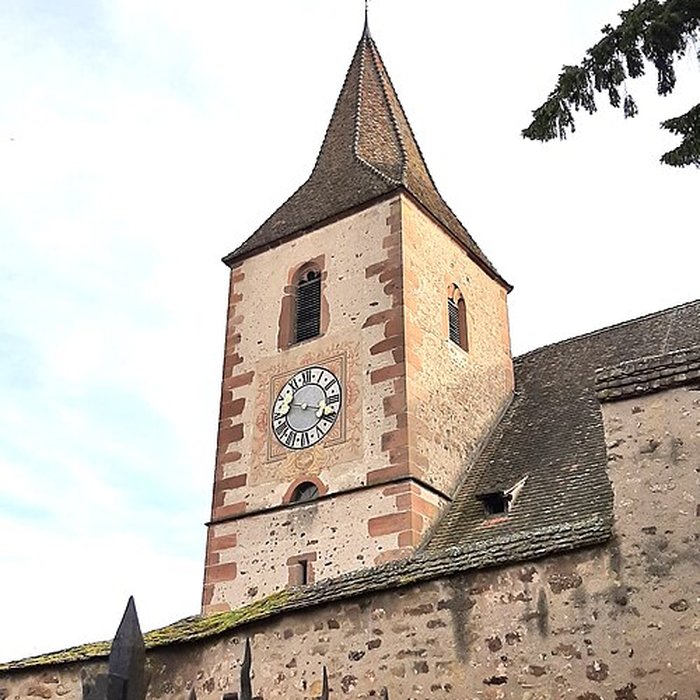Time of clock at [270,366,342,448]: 9:17
